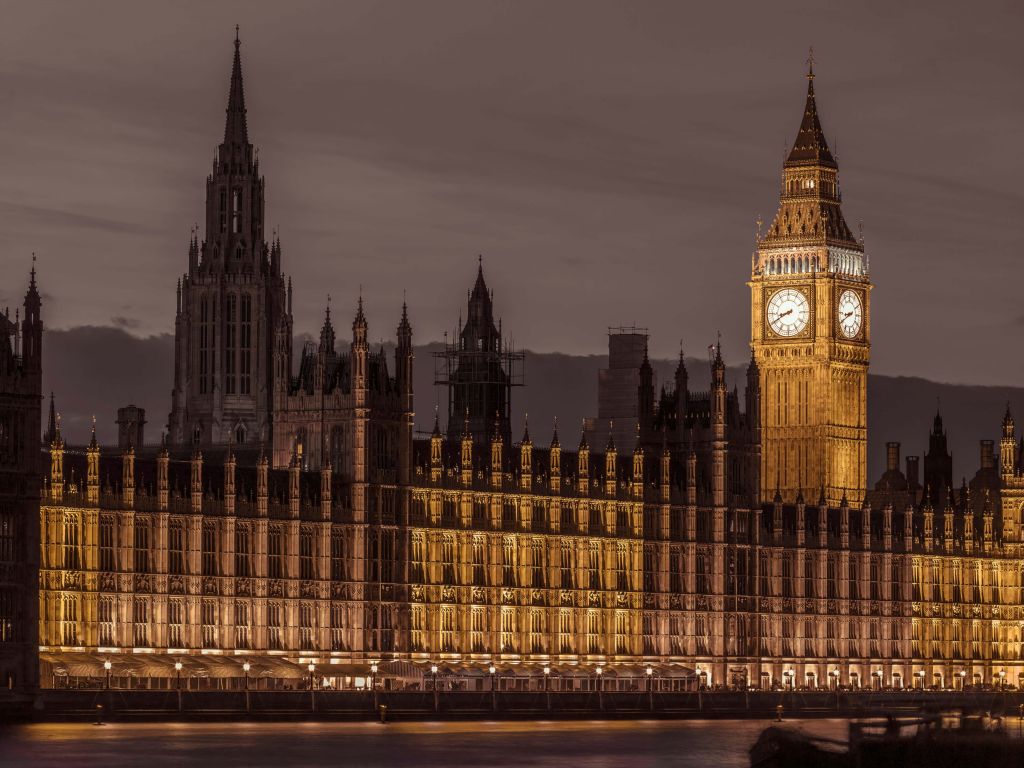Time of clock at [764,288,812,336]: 8:40
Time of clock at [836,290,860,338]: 8:40
